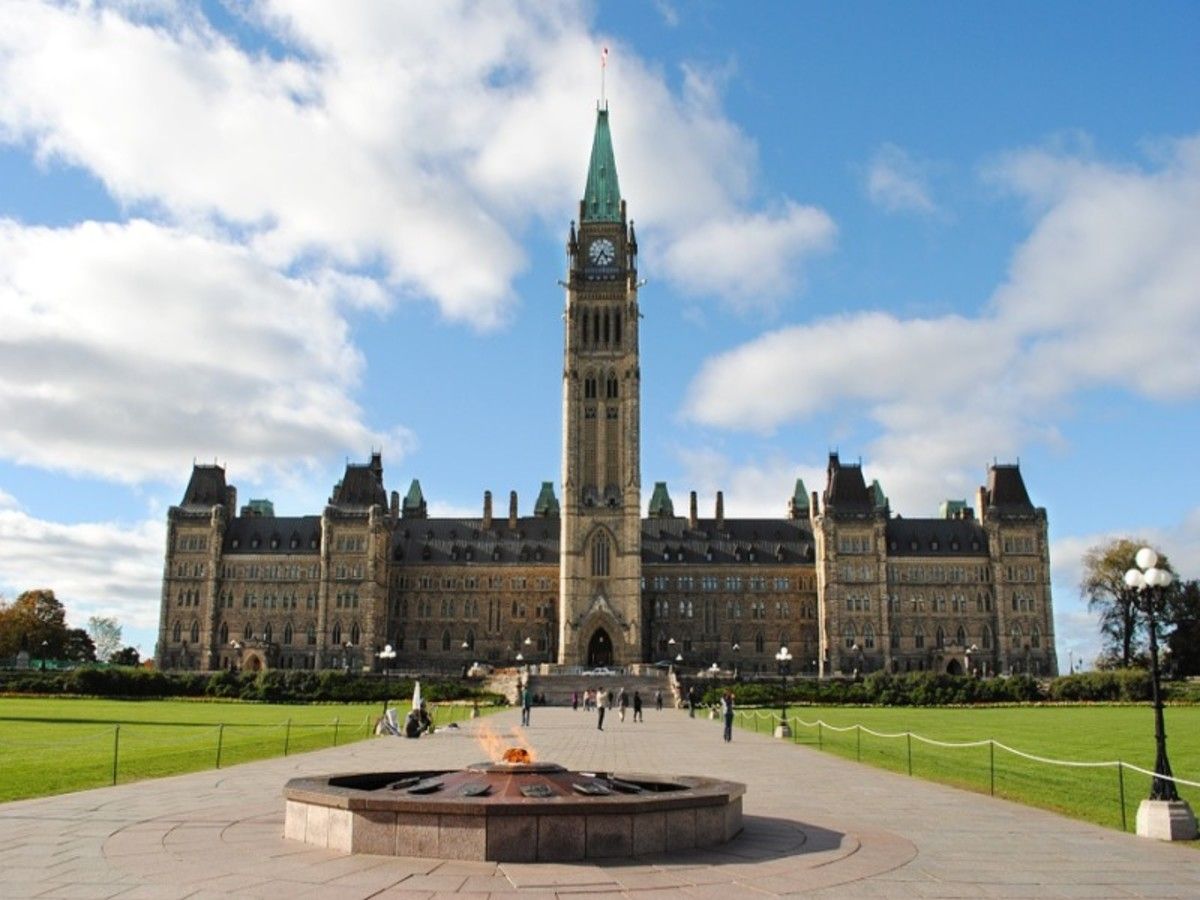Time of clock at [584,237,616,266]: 4:35
